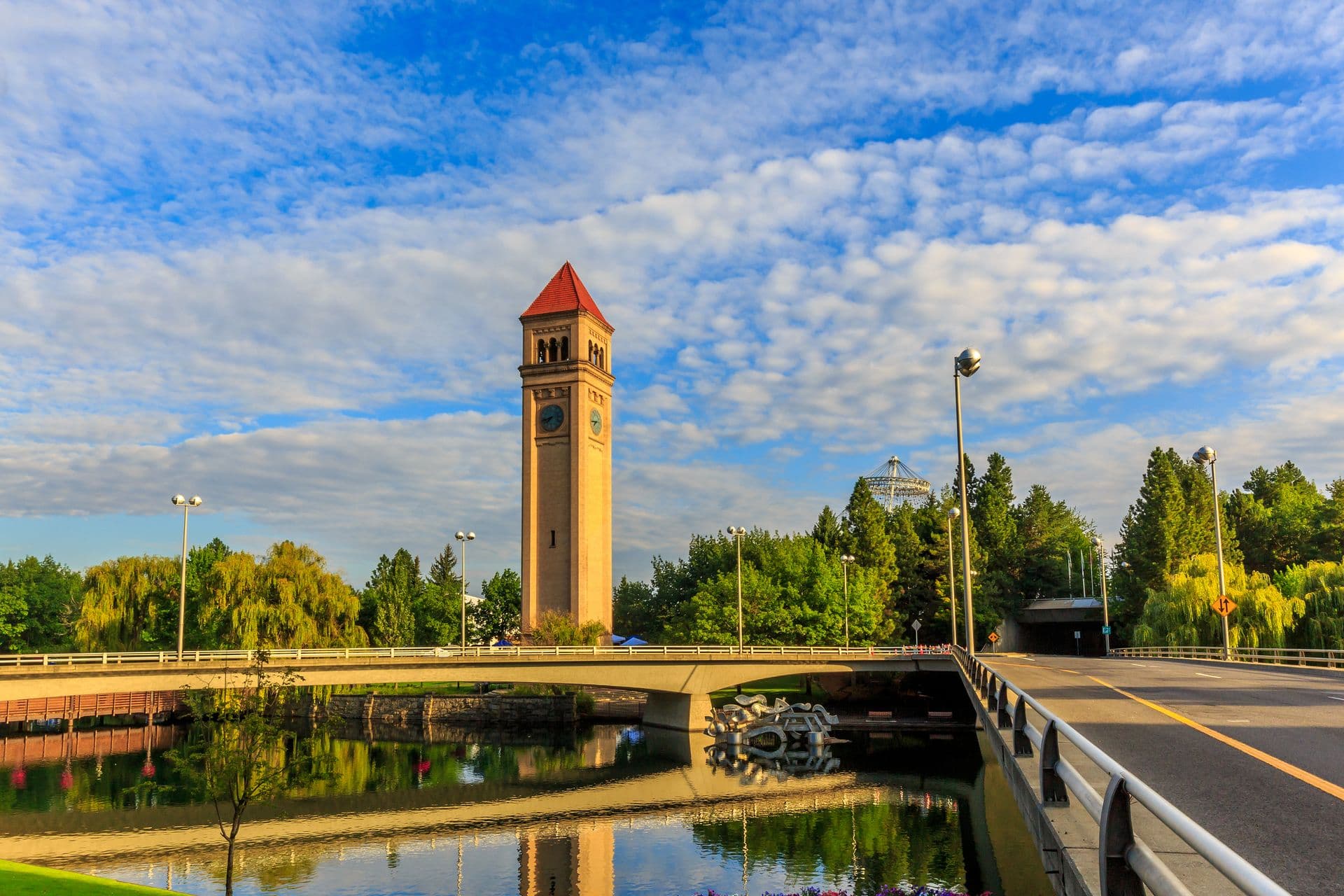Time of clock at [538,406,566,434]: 7:42
